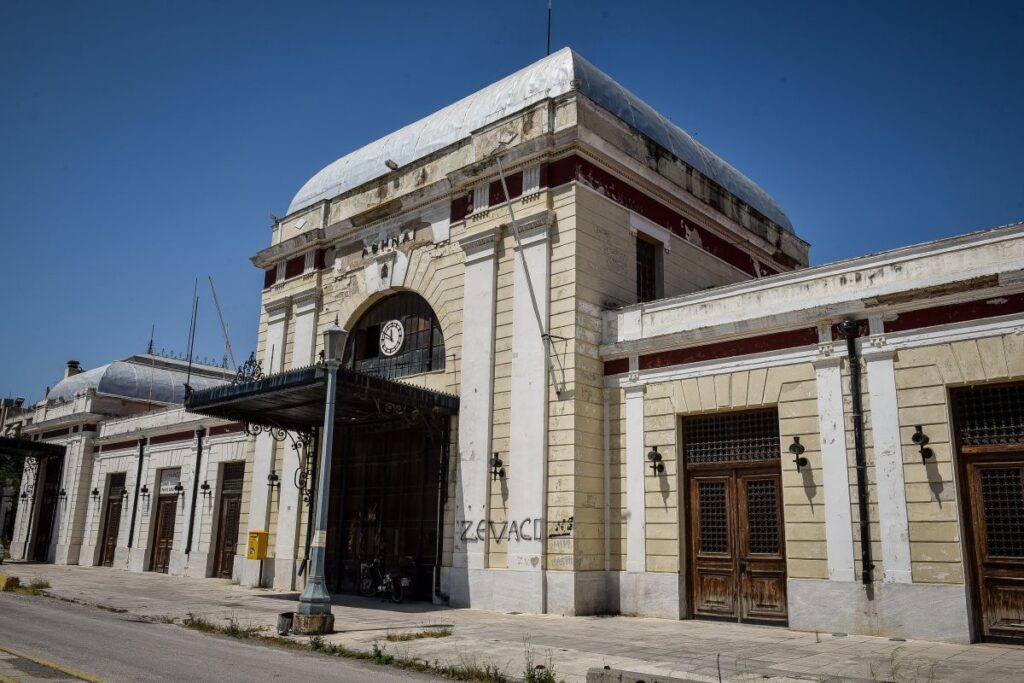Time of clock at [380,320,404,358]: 11:49
